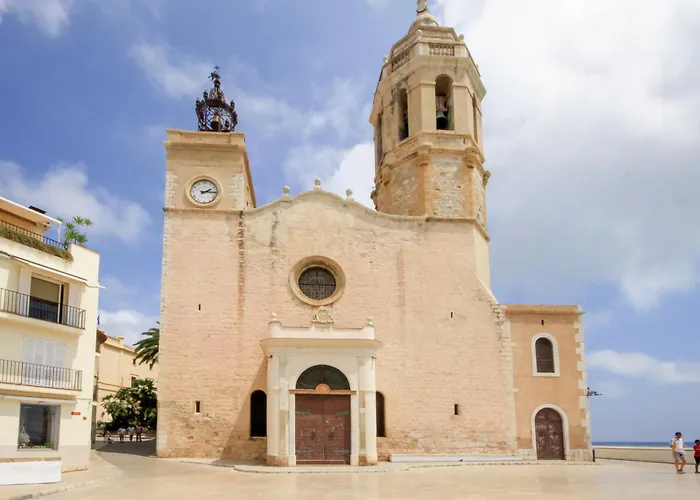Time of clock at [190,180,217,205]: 2:15
